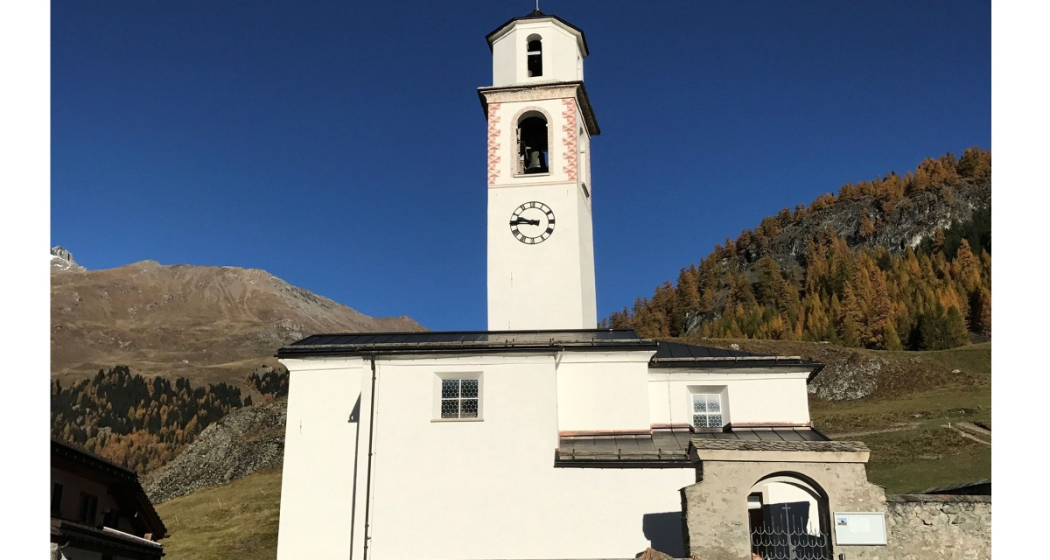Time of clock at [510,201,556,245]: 9:45
